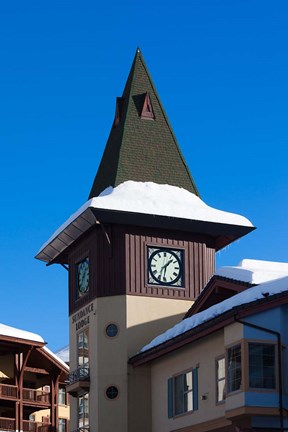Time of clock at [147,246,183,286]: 1:31
